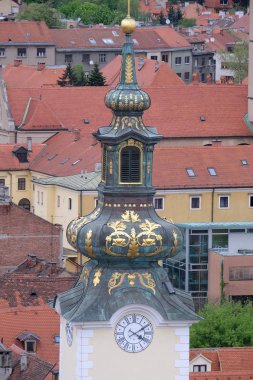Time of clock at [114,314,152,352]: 4:09
